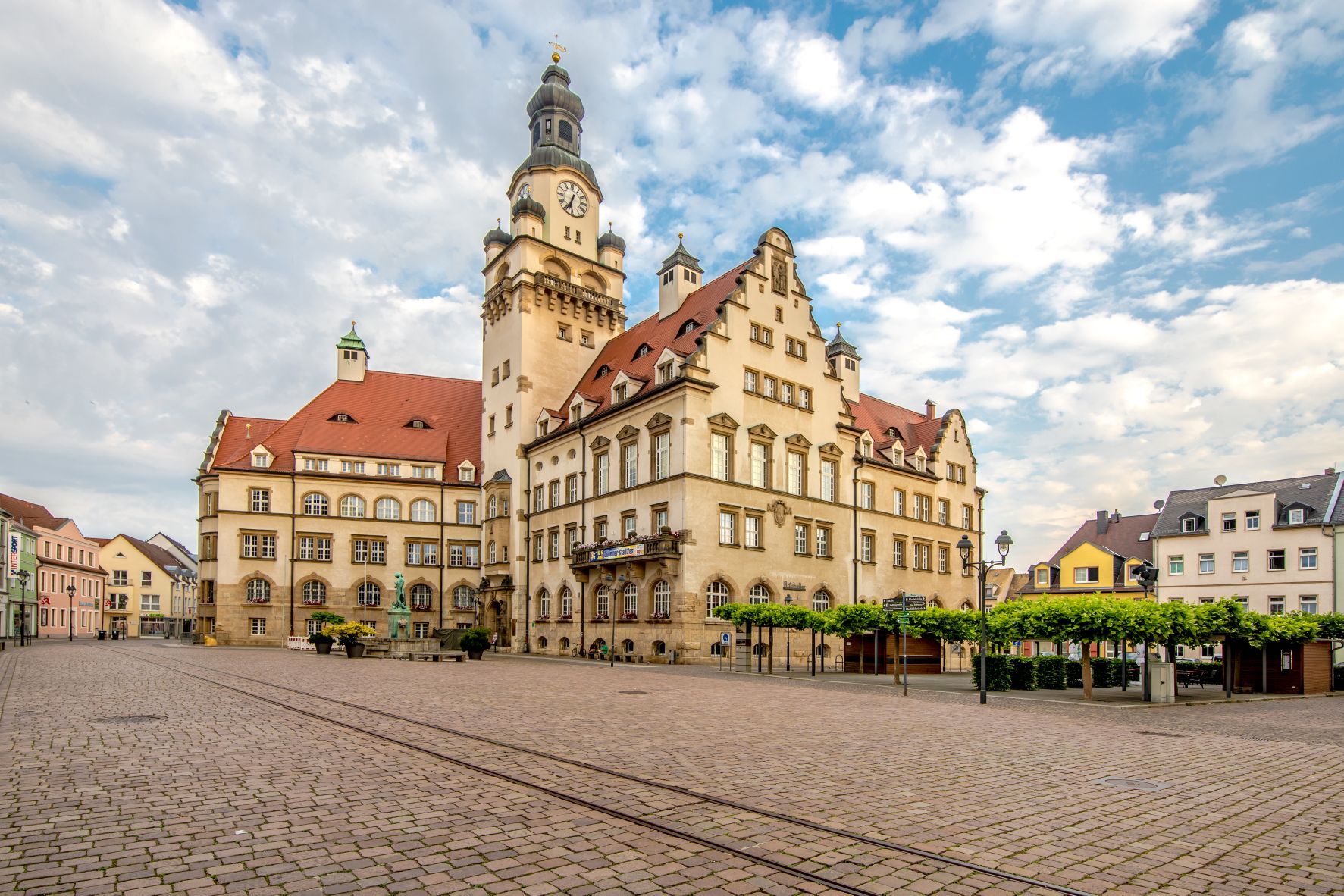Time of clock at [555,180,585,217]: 6:34
